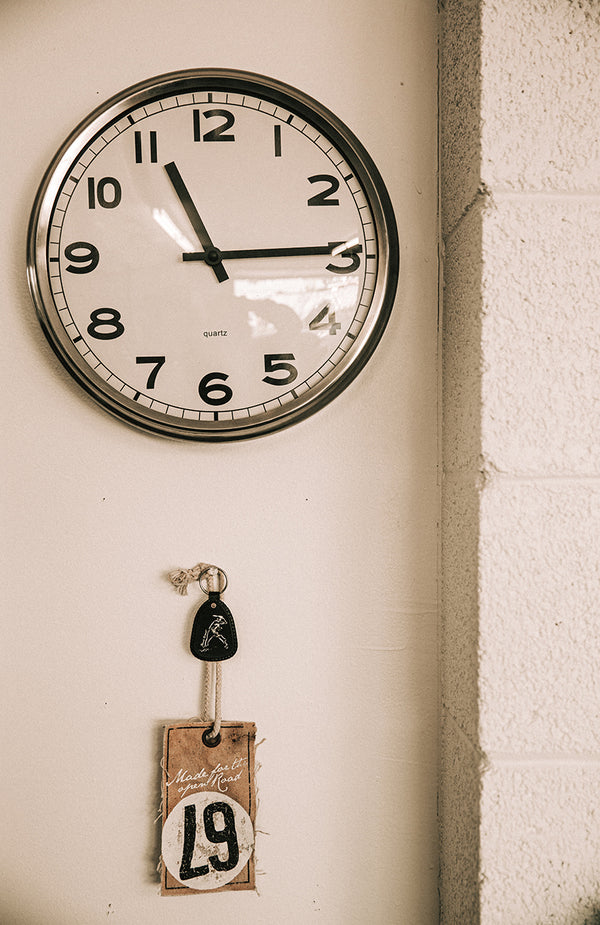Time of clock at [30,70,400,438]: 11:14
